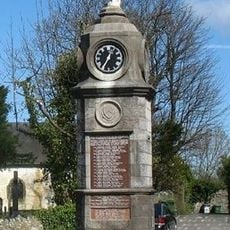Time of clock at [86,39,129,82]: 12:34
